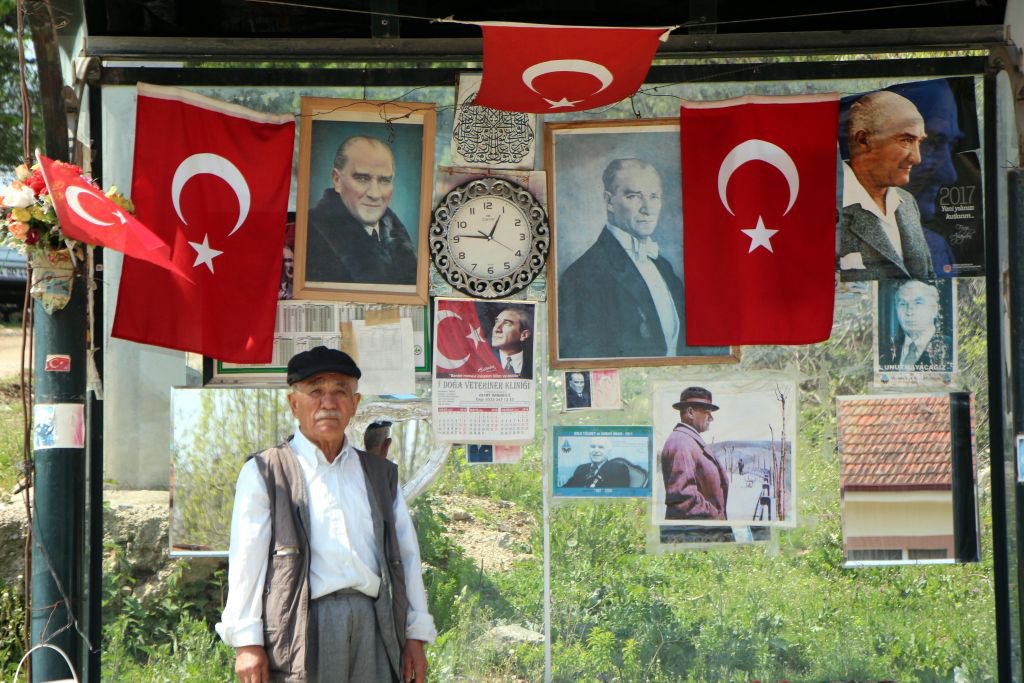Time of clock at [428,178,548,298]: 12:46
